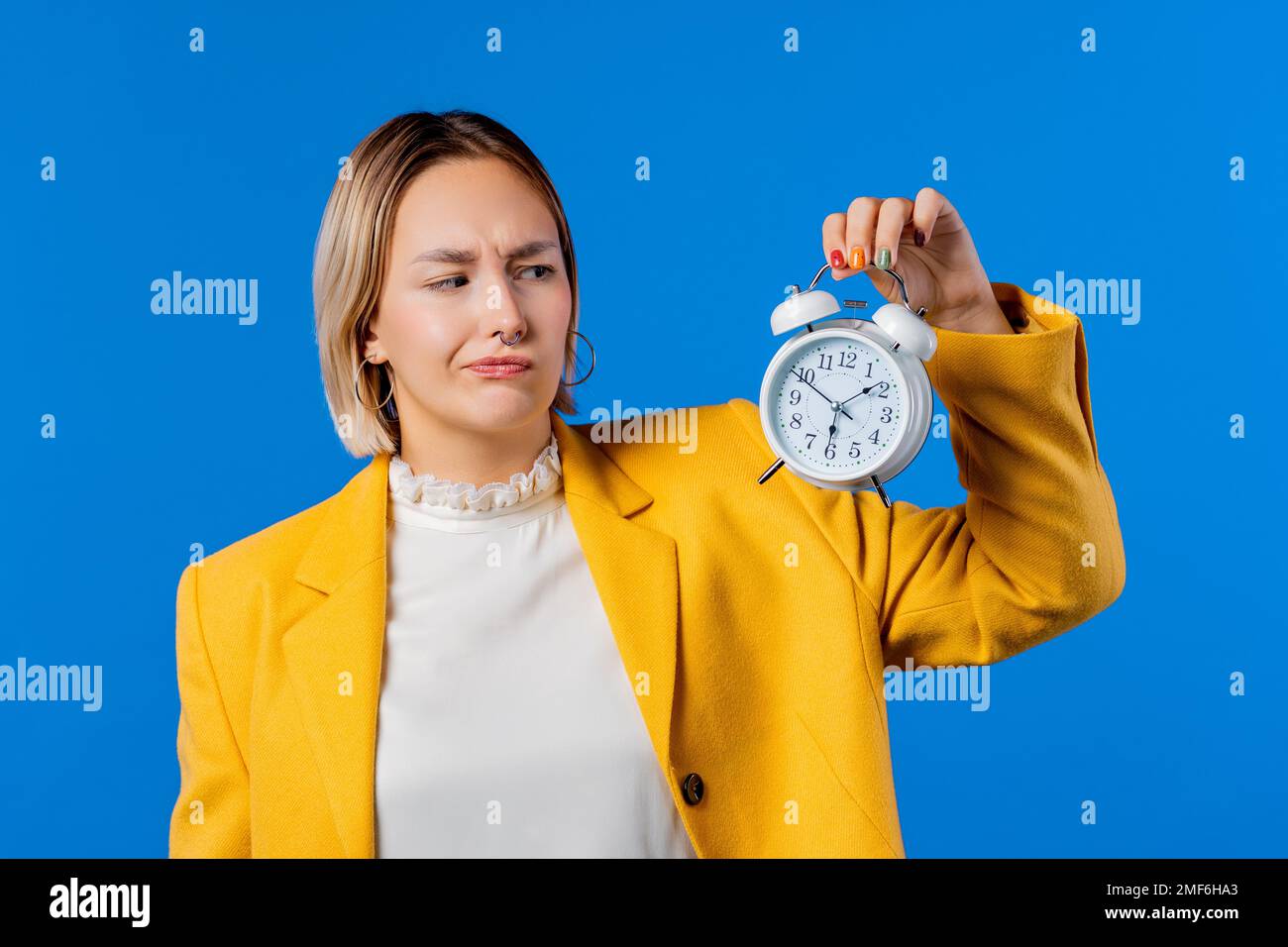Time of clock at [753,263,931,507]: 6:08
